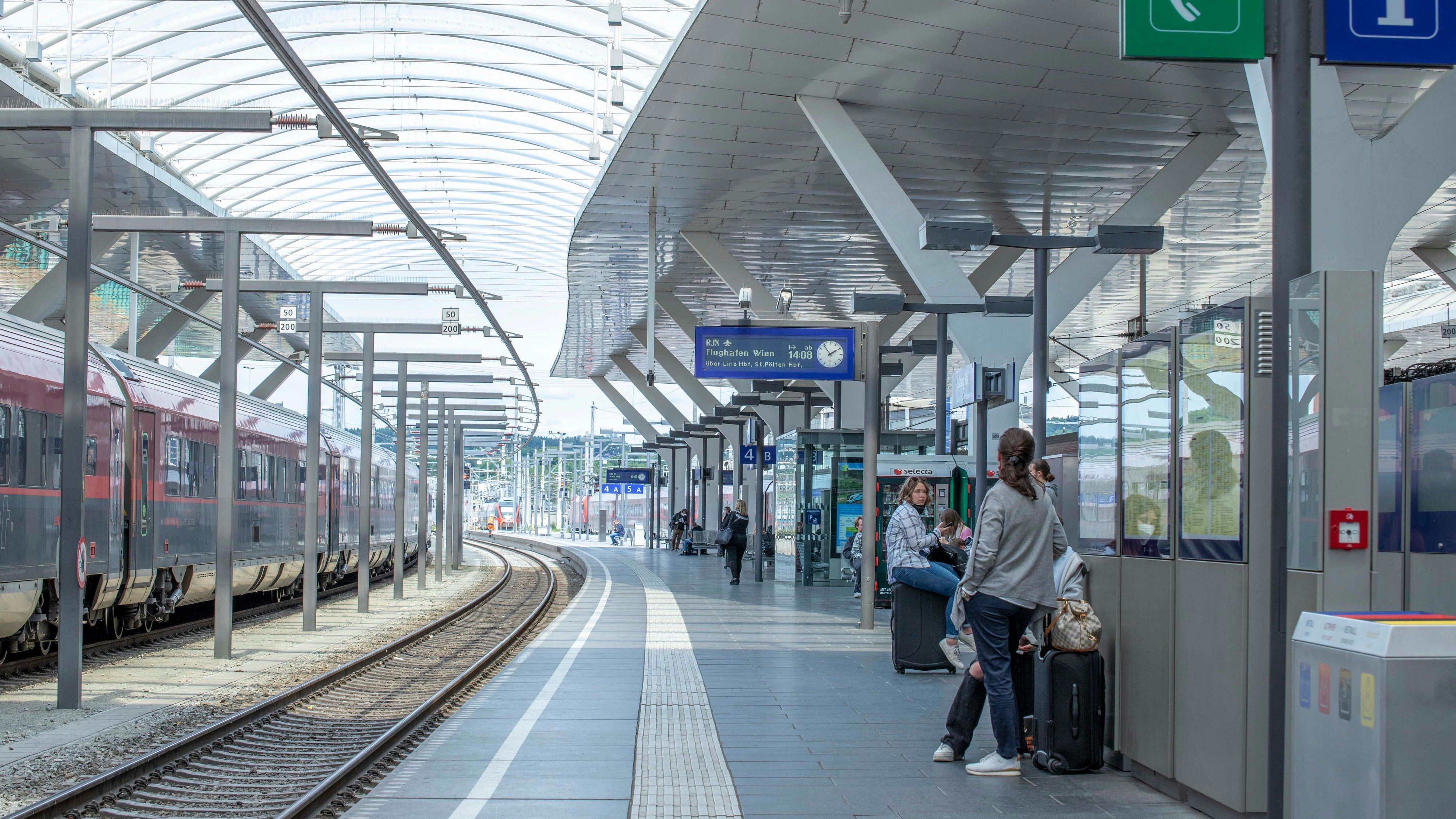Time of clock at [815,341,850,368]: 1:54
